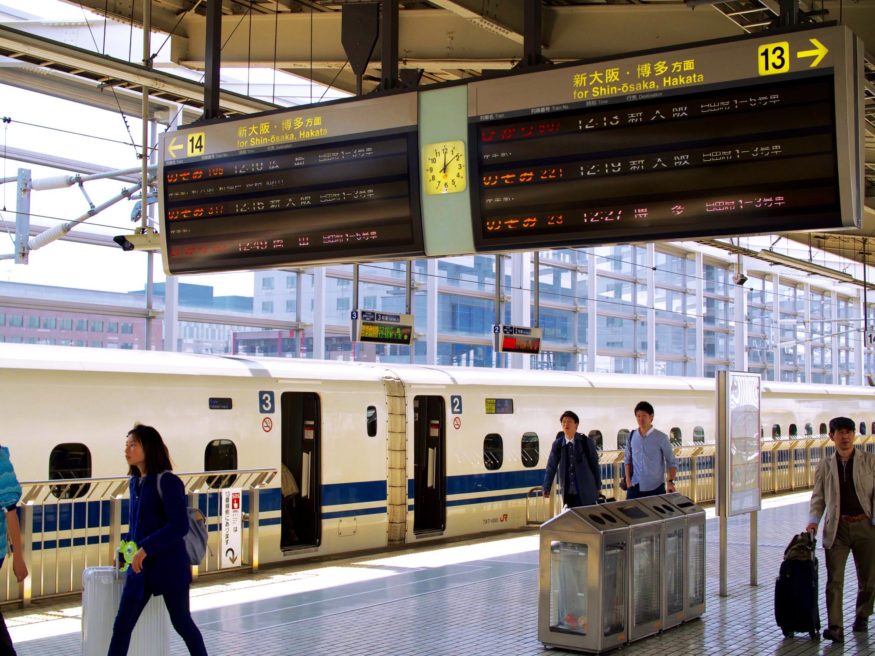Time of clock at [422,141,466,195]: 12:08
